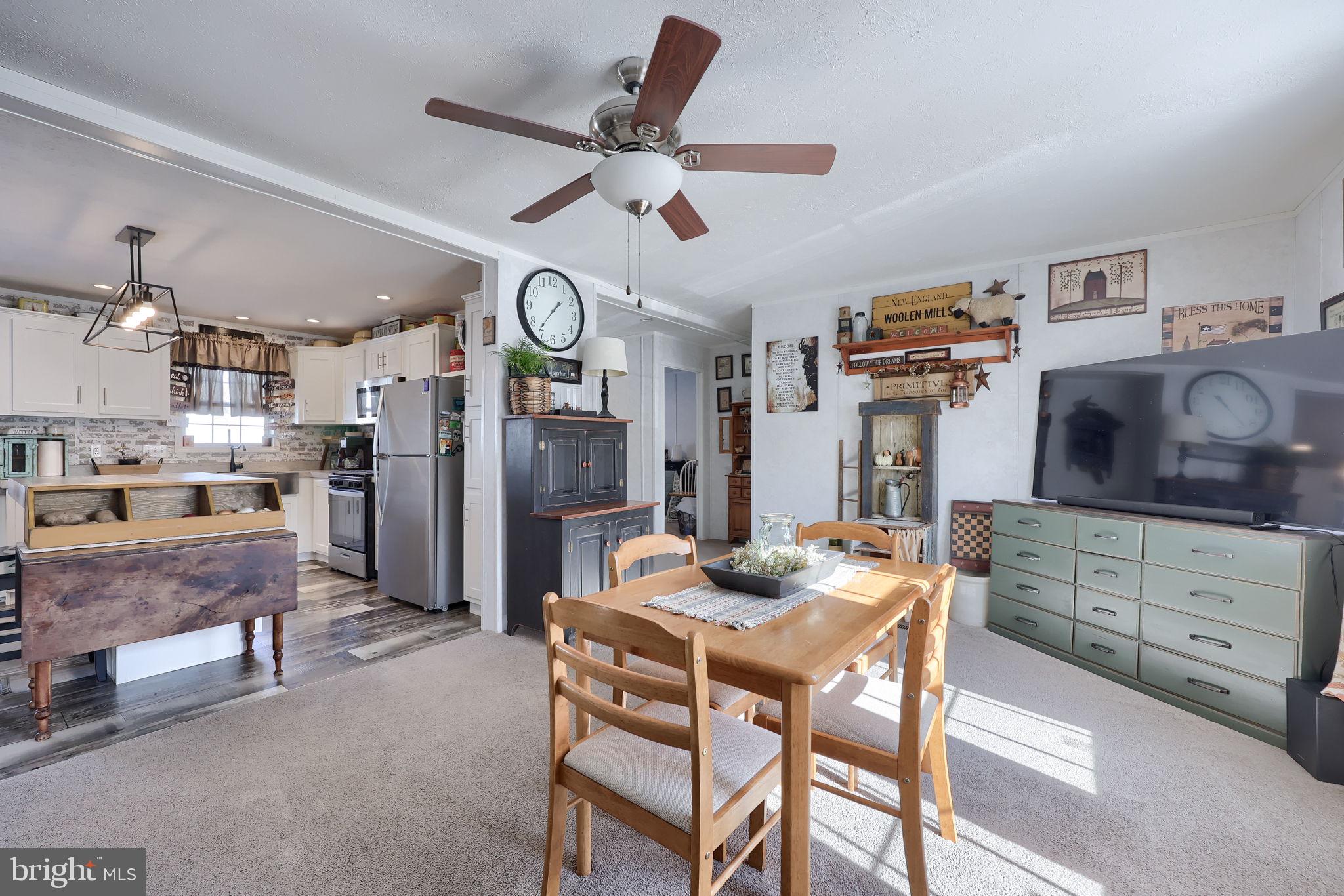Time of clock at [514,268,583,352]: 1:36
